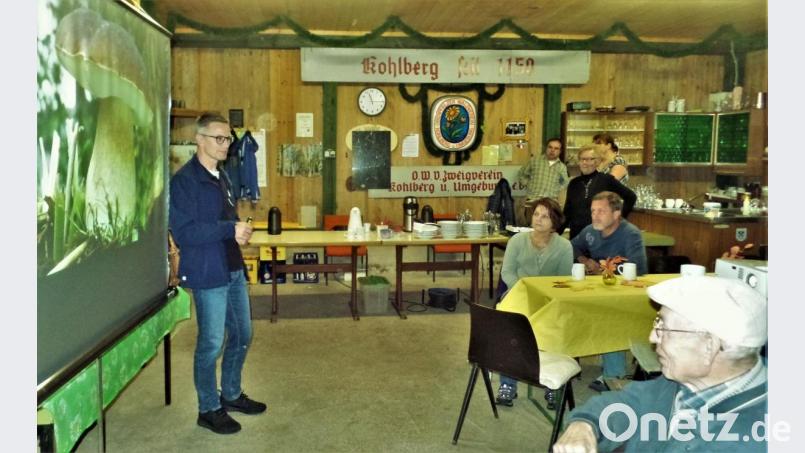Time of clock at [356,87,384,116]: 11:15
